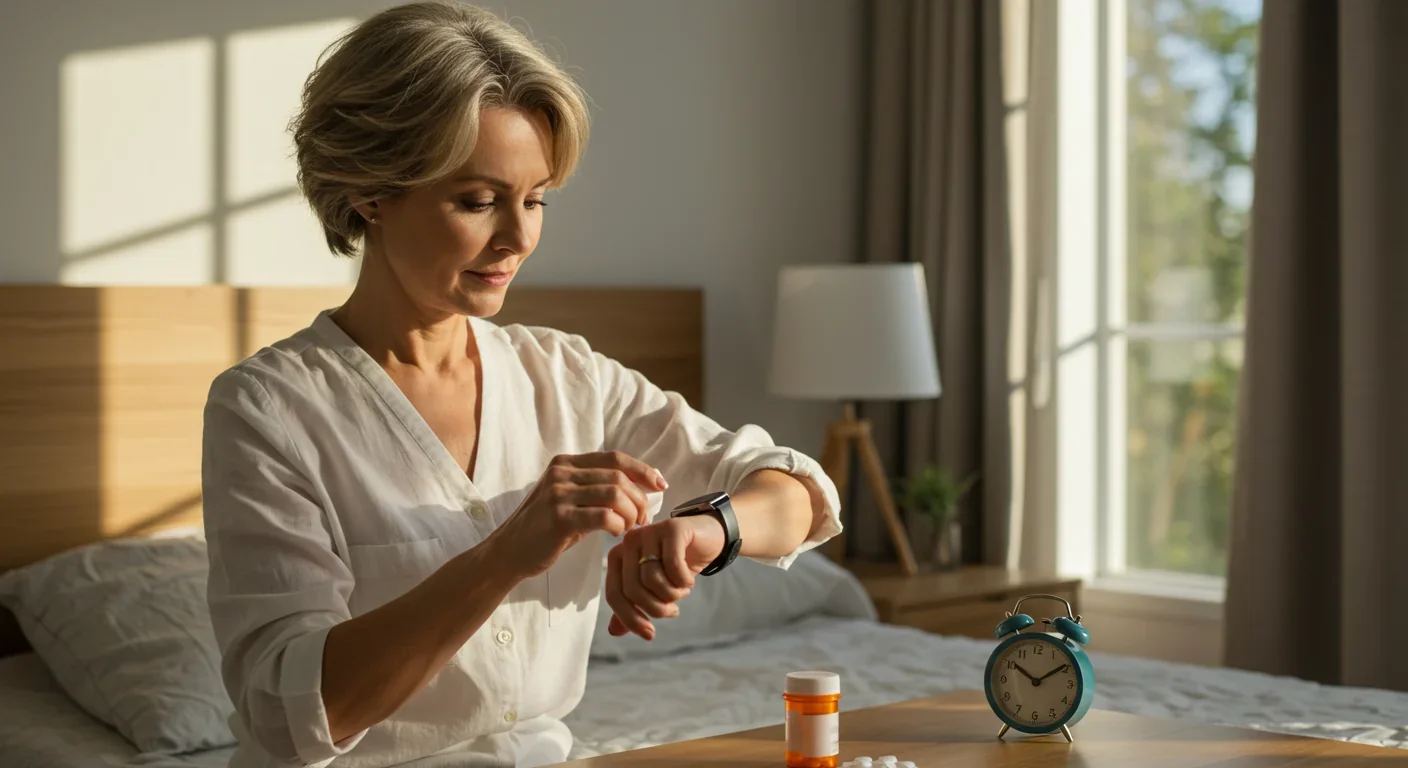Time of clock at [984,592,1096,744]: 10:09
